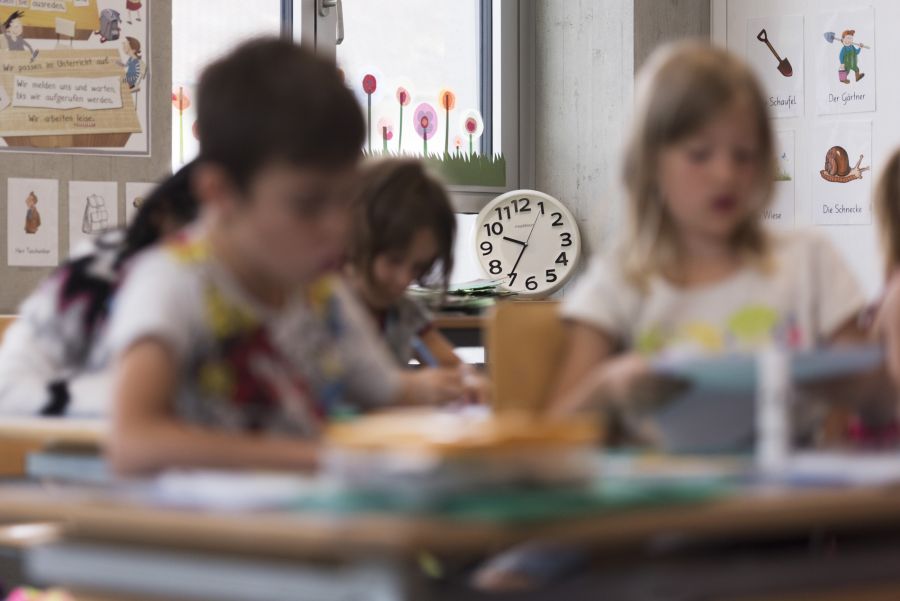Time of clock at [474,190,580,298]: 9:35
